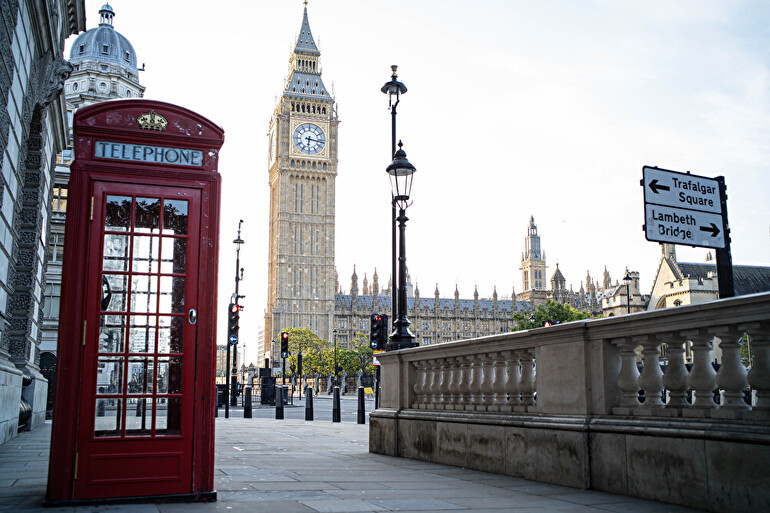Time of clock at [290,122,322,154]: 6:16
